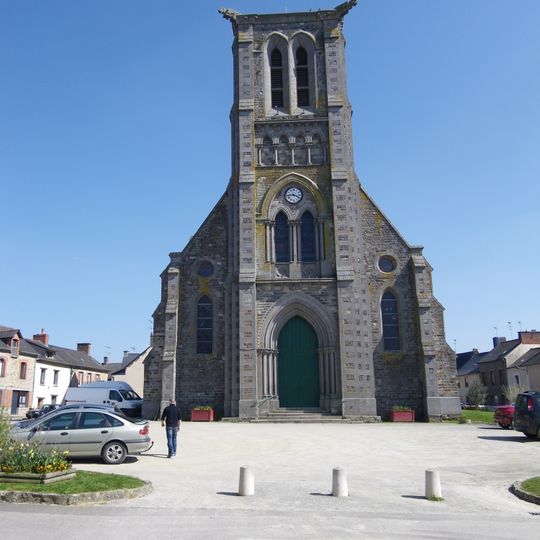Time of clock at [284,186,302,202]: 3:44
